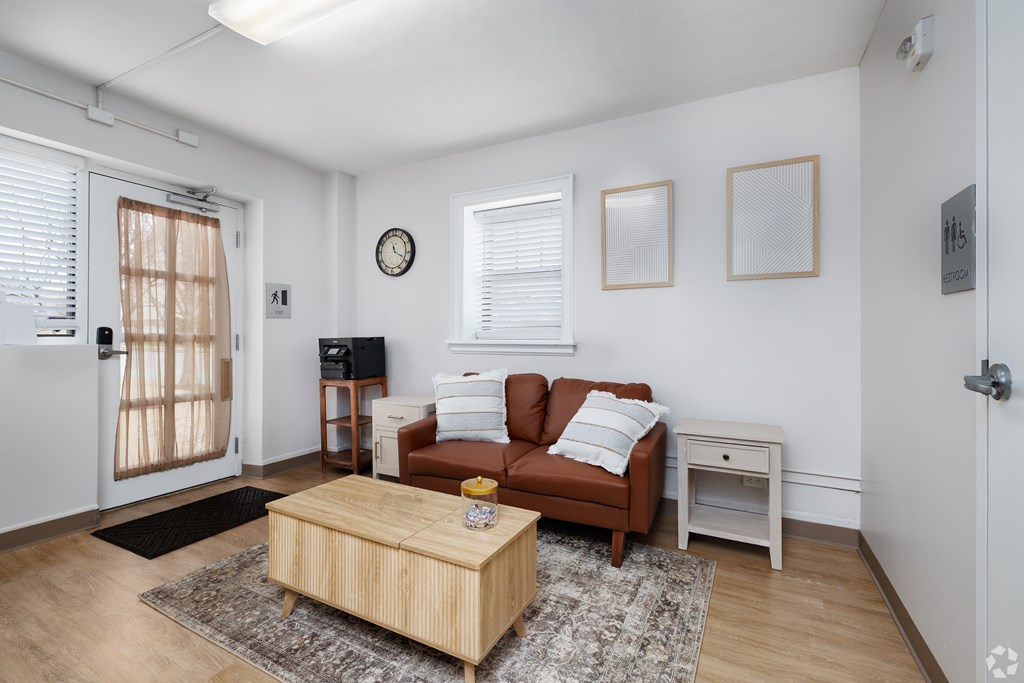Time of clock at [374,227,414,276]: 11:18
